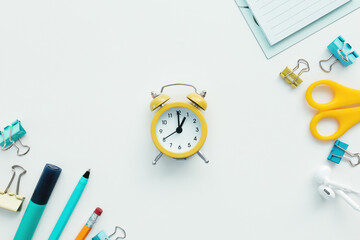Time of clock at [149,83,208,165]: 12:59
